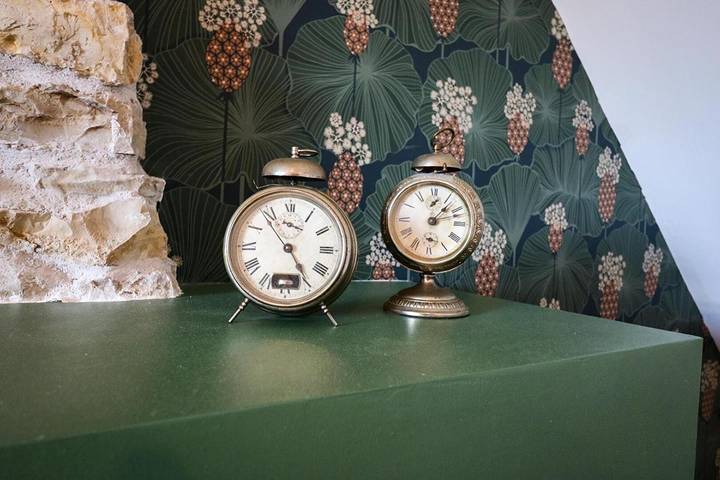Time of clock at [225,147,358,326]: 4:53
